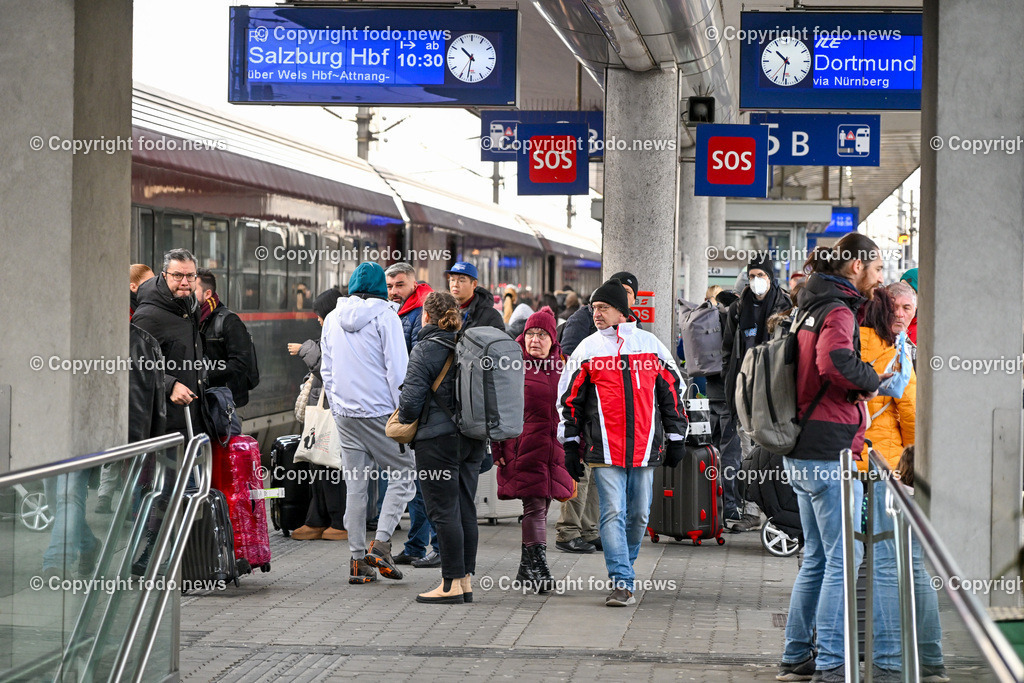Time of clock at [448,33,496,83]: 10:31
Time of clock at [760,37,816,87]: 10:31
